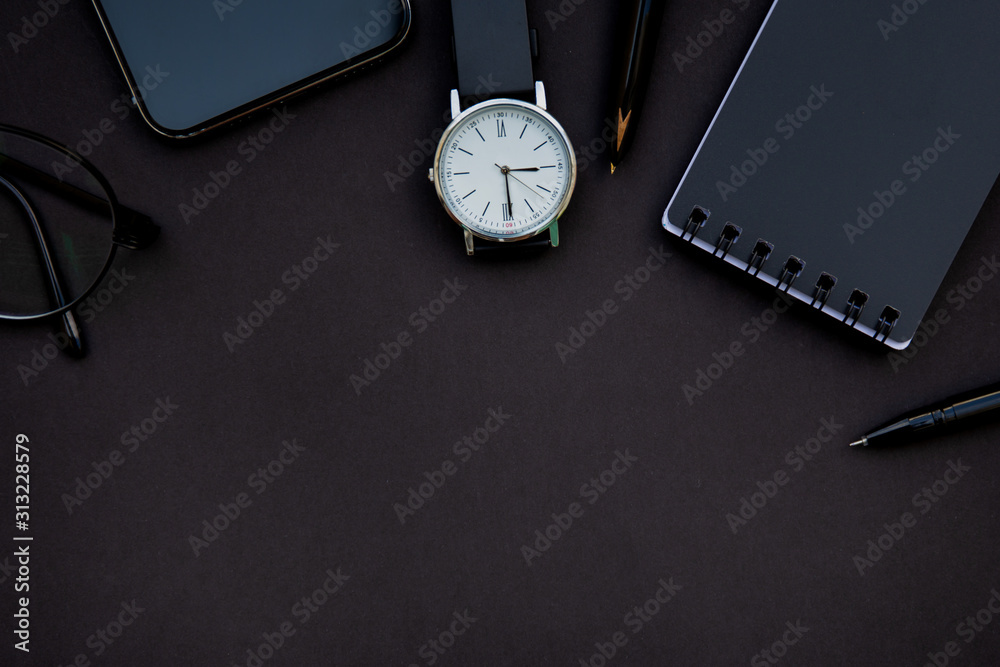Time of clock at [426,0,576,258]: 3:29
